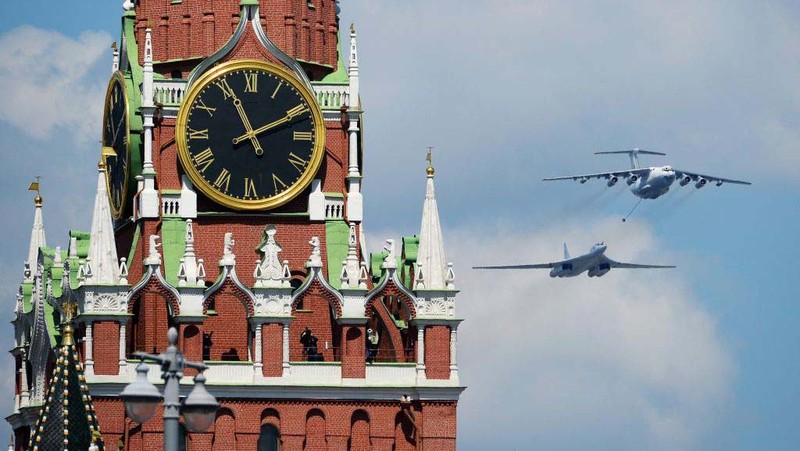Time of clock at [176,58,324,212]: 11:10
